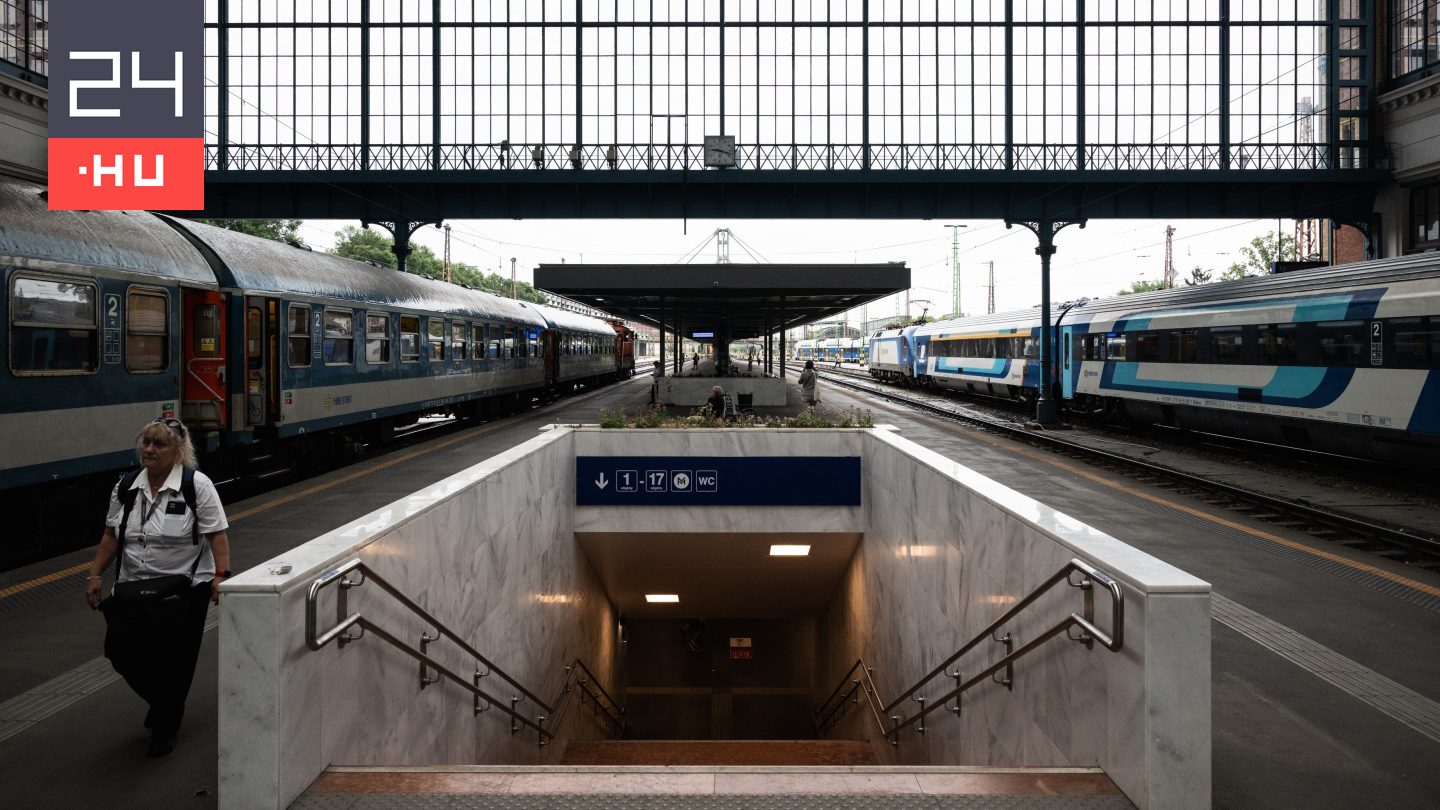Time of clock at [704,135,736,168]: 9:18
